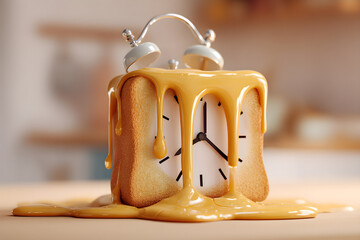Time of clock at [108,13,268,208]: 12:21
